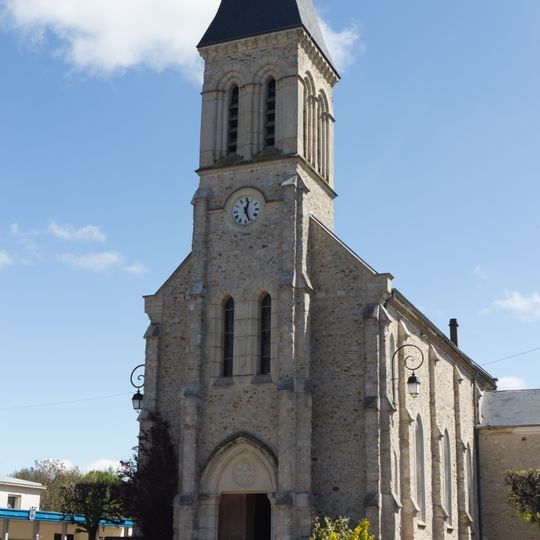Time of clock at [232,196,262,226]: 12:26
